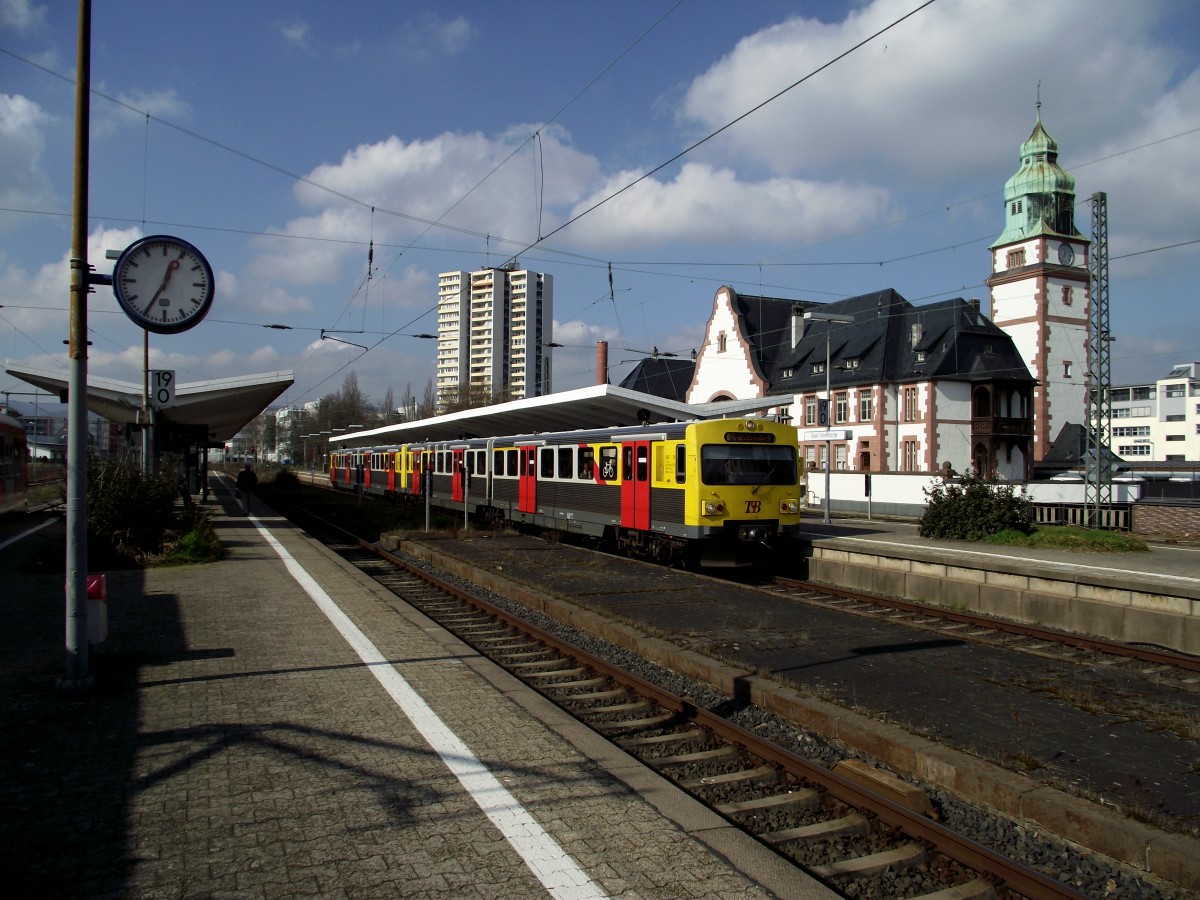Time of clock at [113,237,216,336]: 12:34
